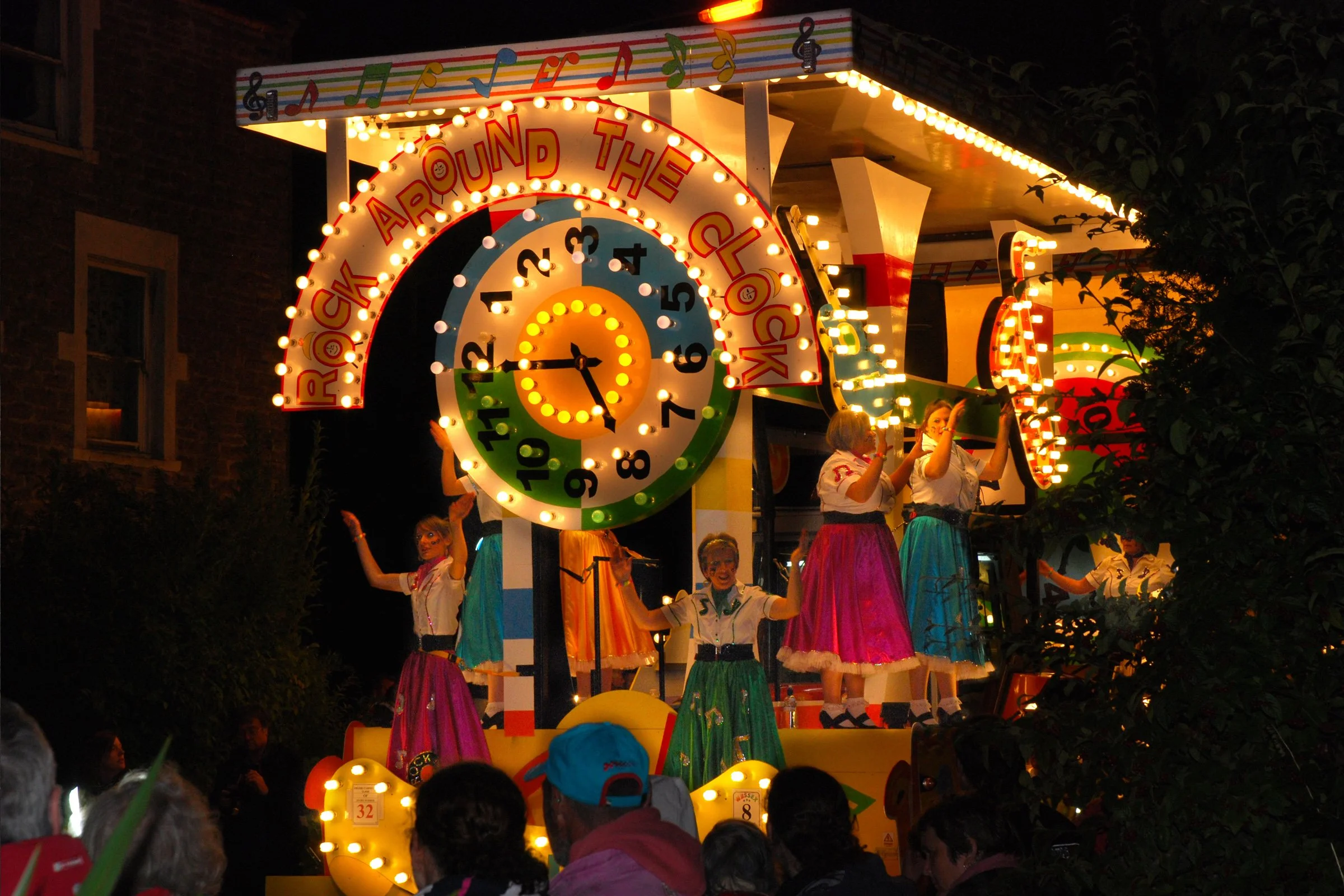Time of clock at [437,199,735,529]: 4:44
